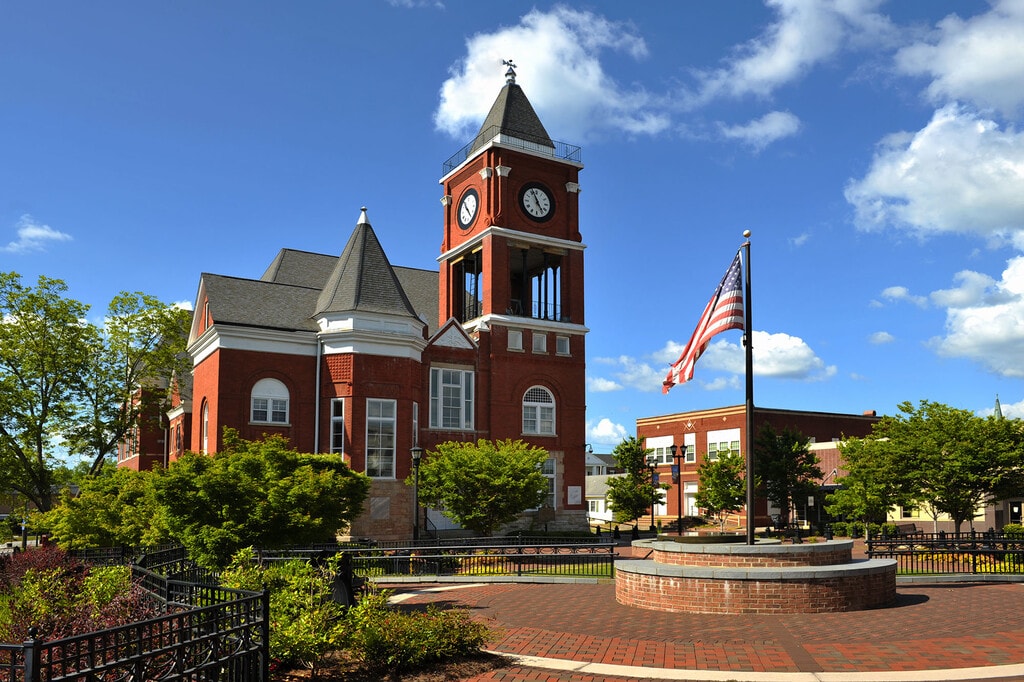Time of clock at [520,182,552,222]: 4:56
